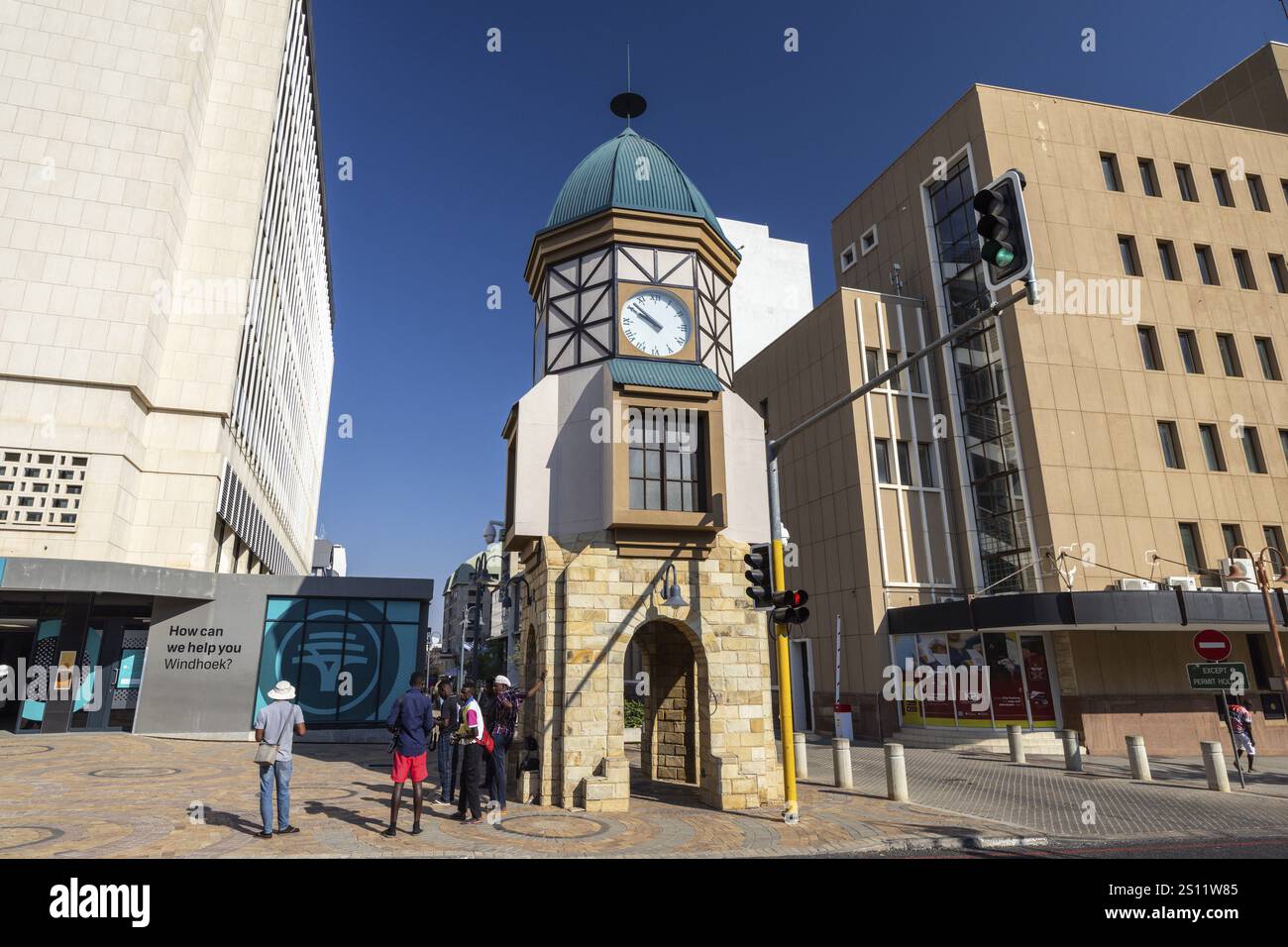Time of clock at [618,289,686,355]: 9:51
